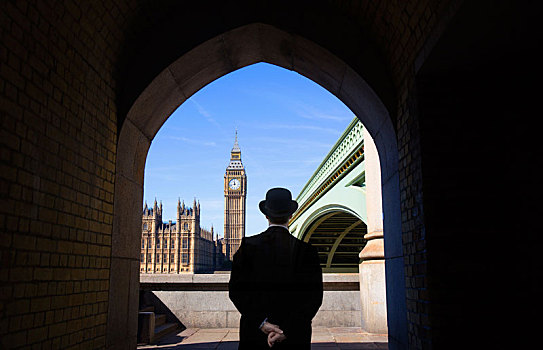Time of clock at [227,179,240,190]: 11:42
